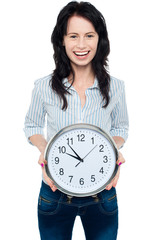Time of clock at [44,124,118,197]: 9:53
